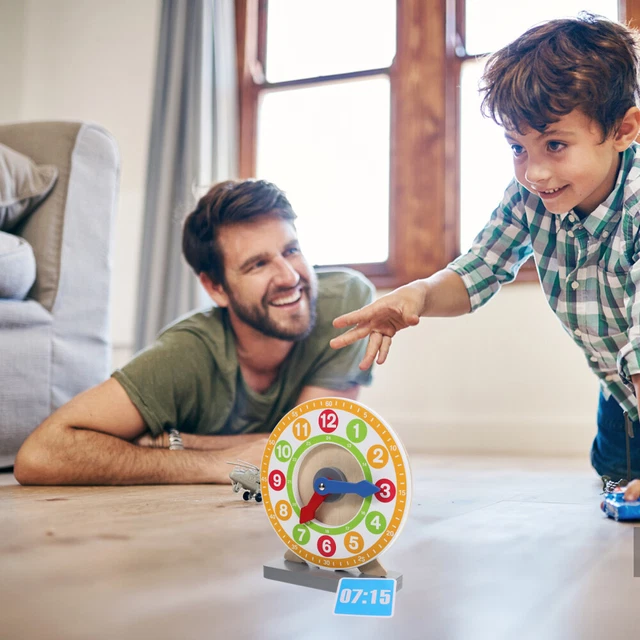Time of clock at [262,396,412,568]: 7:15
